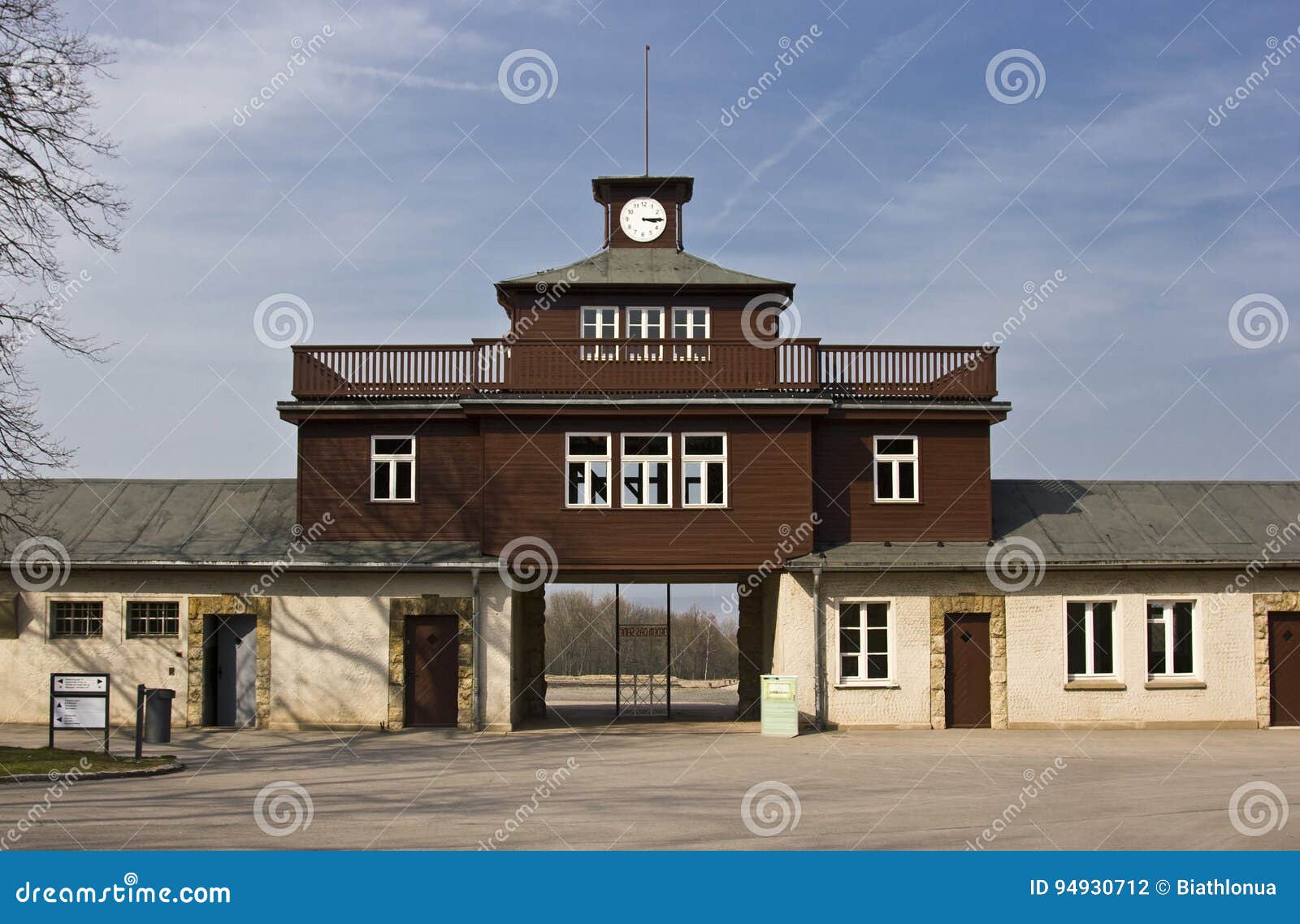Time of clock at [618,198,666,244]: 3:14
